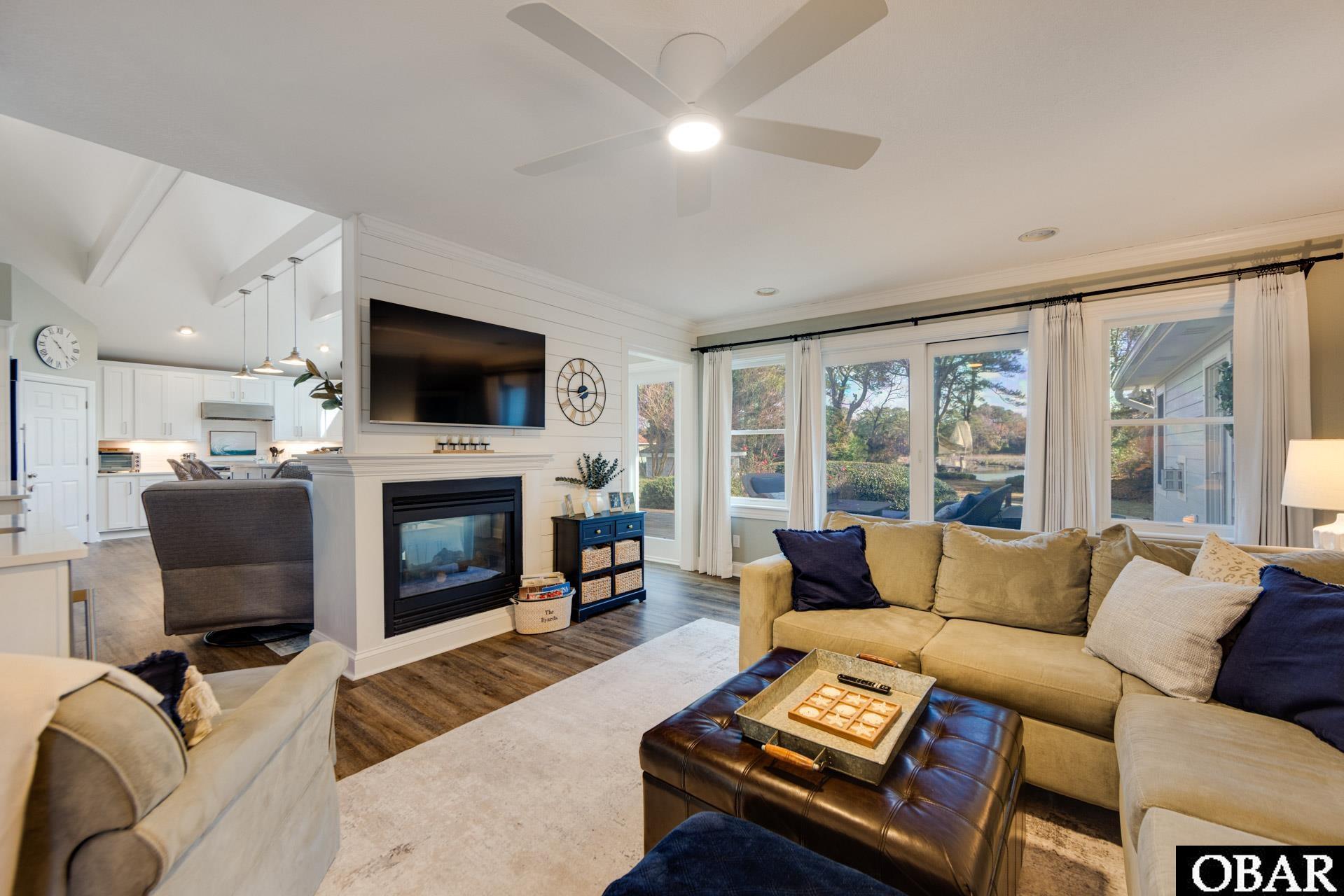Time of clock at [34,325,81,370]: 10:22
